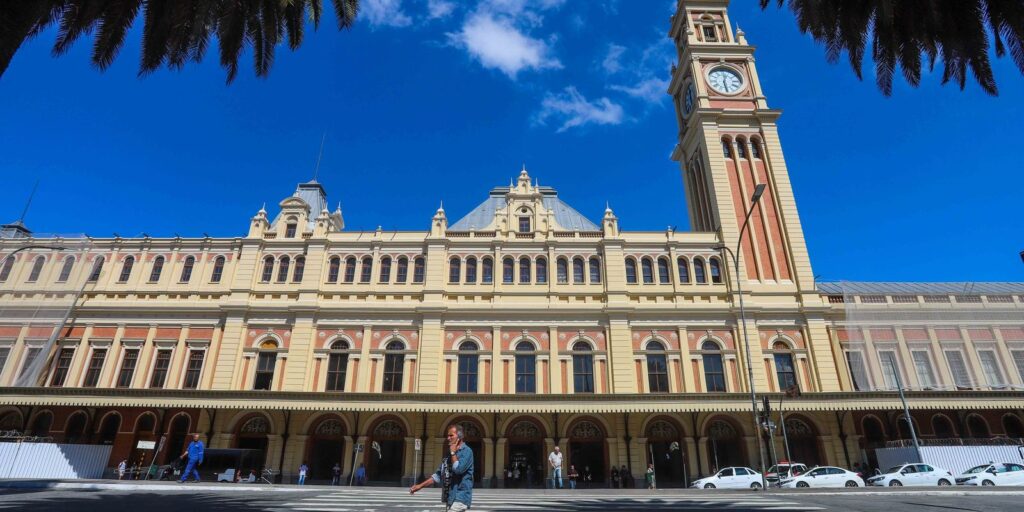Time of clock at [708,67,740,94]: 12:28
